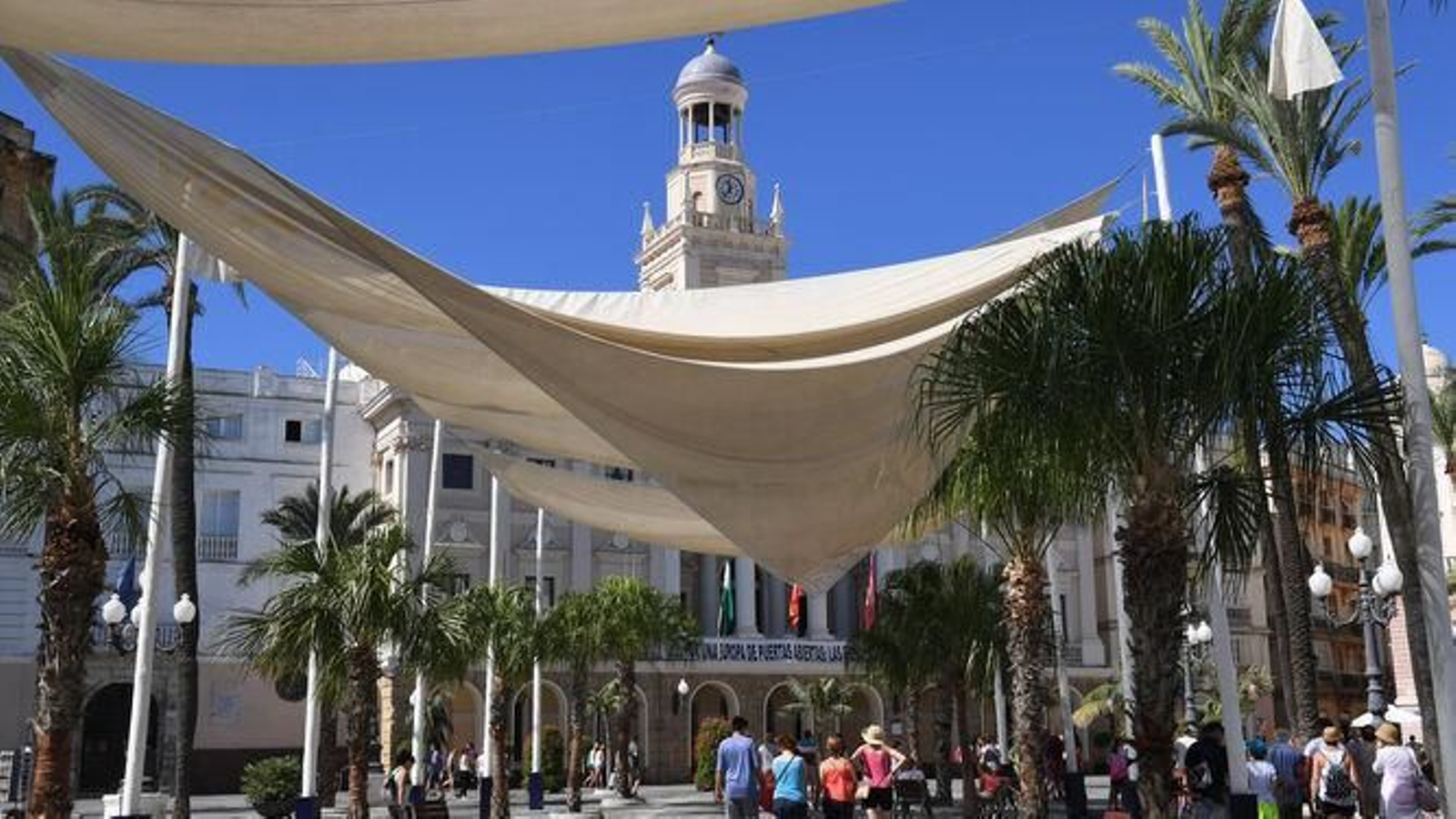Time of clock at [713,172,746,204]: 11:36
